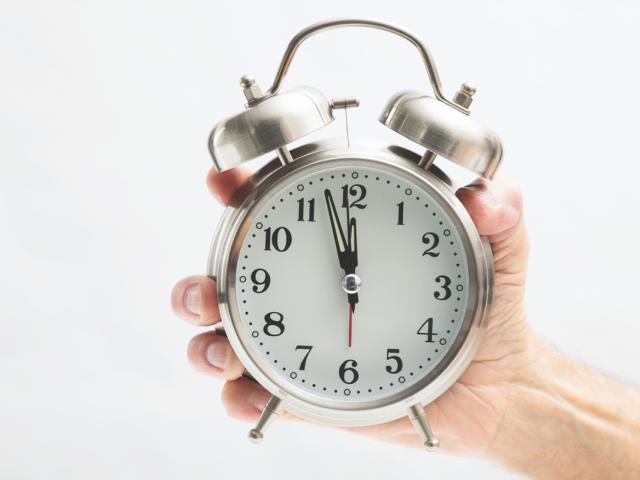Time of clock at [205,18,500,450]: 11:57
